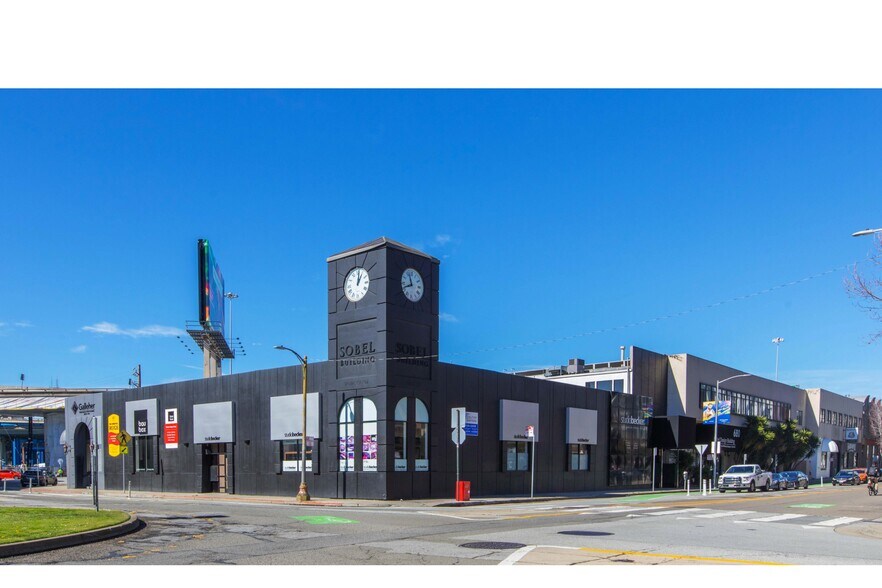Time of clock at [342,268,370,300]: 1:01
